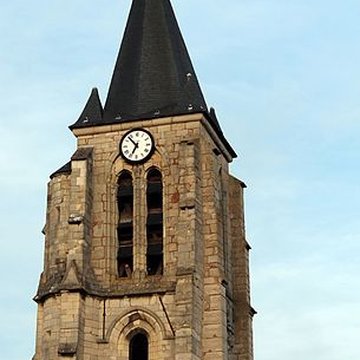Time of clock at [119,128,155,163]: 6:52
